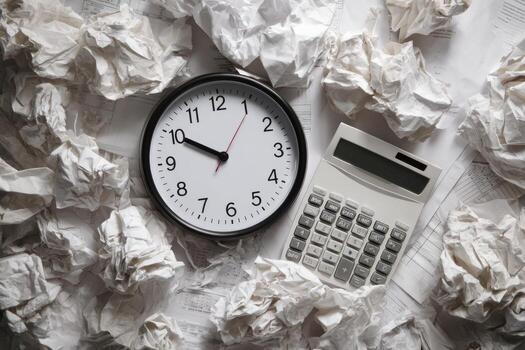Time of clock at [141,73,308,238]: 9:50
